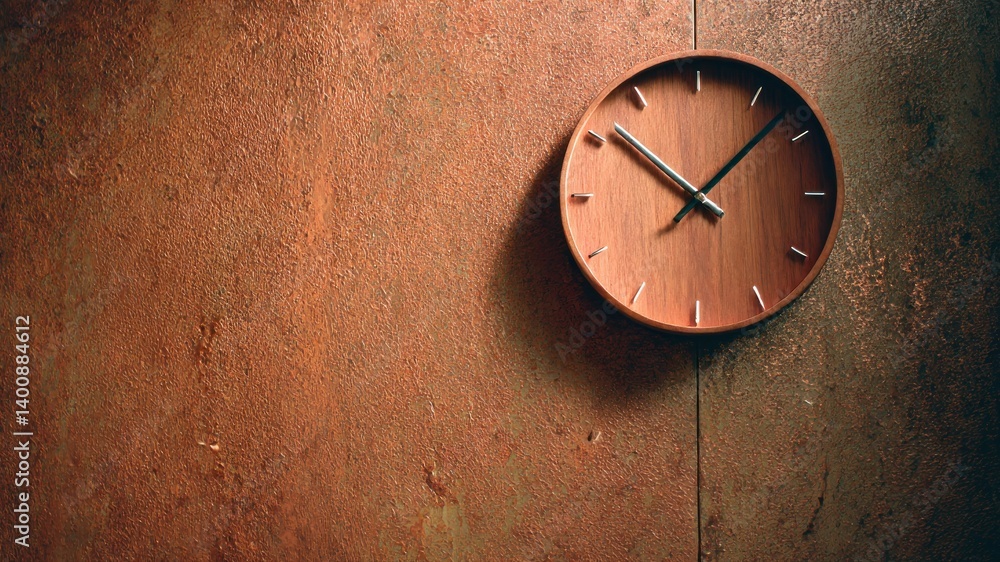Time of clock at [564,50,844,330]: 10:07
